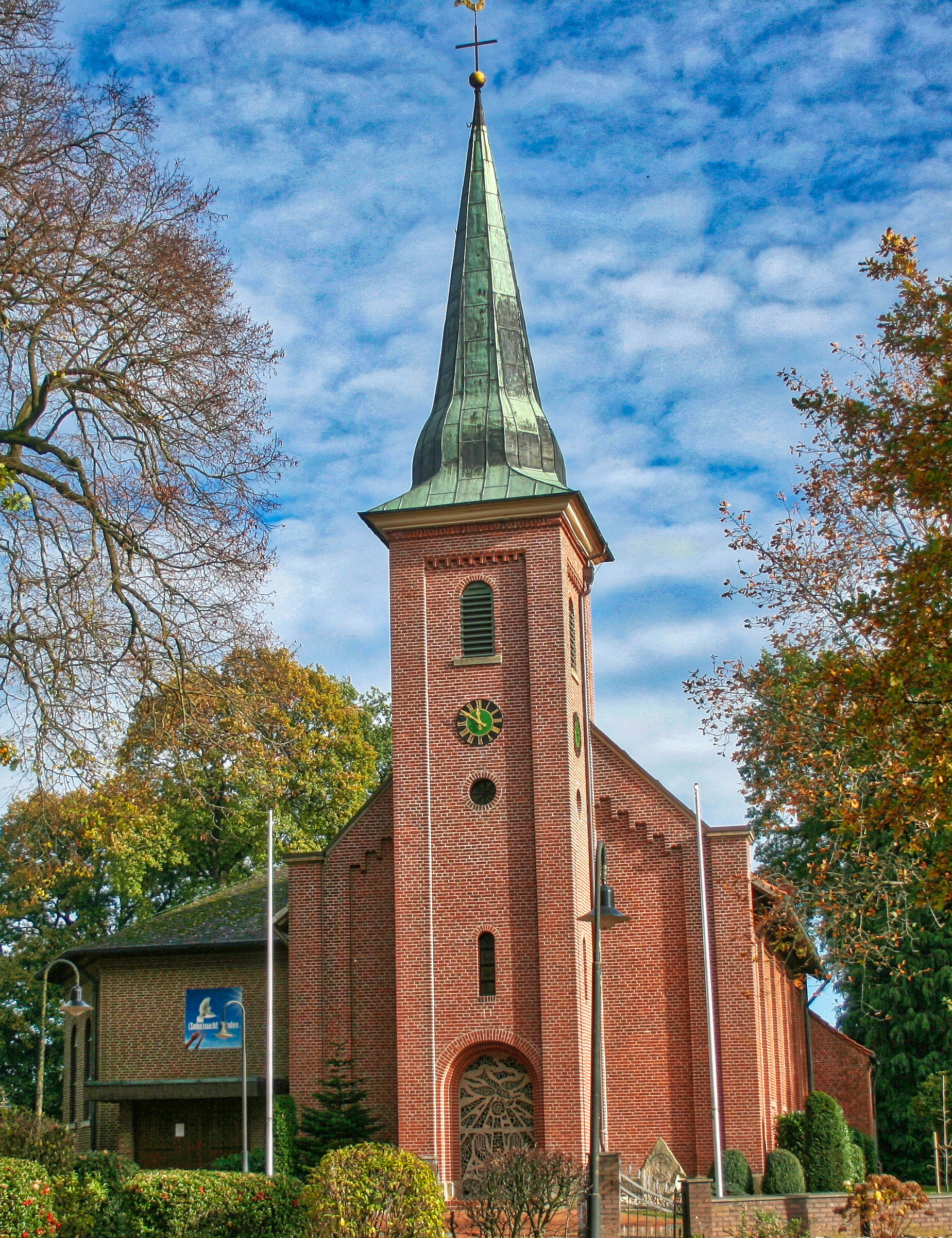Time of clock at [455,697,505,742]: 11:50
